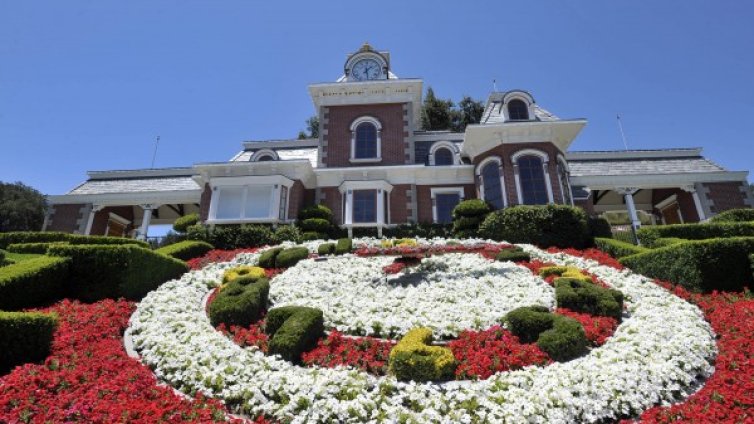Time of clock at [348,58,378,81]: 1:28
